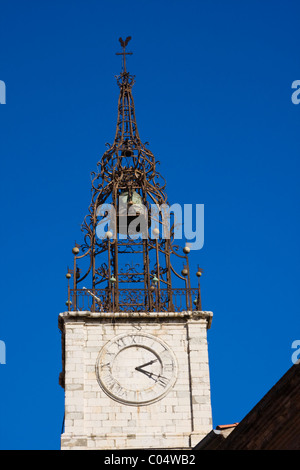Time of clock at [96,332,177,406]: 2:18
